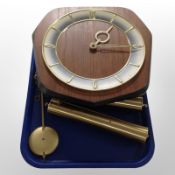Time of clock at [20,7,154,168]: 1:16
